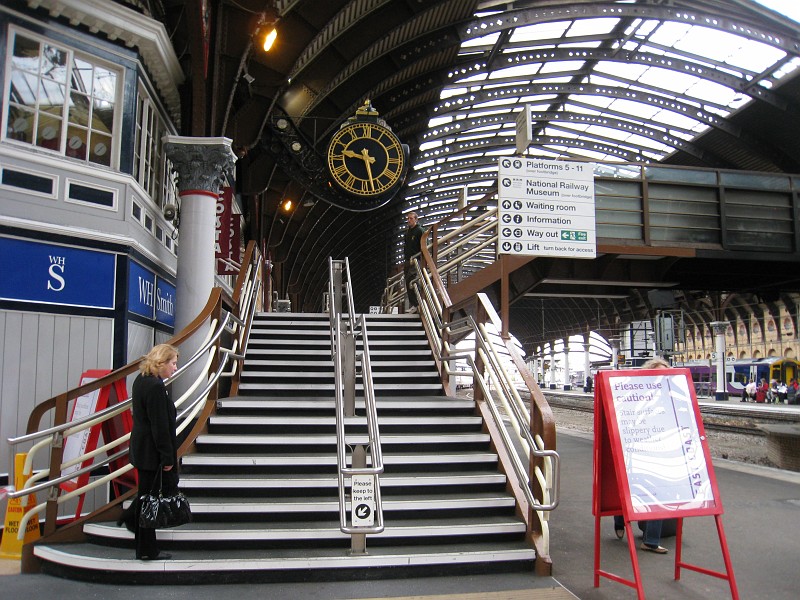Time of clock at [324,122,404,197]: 9:27
